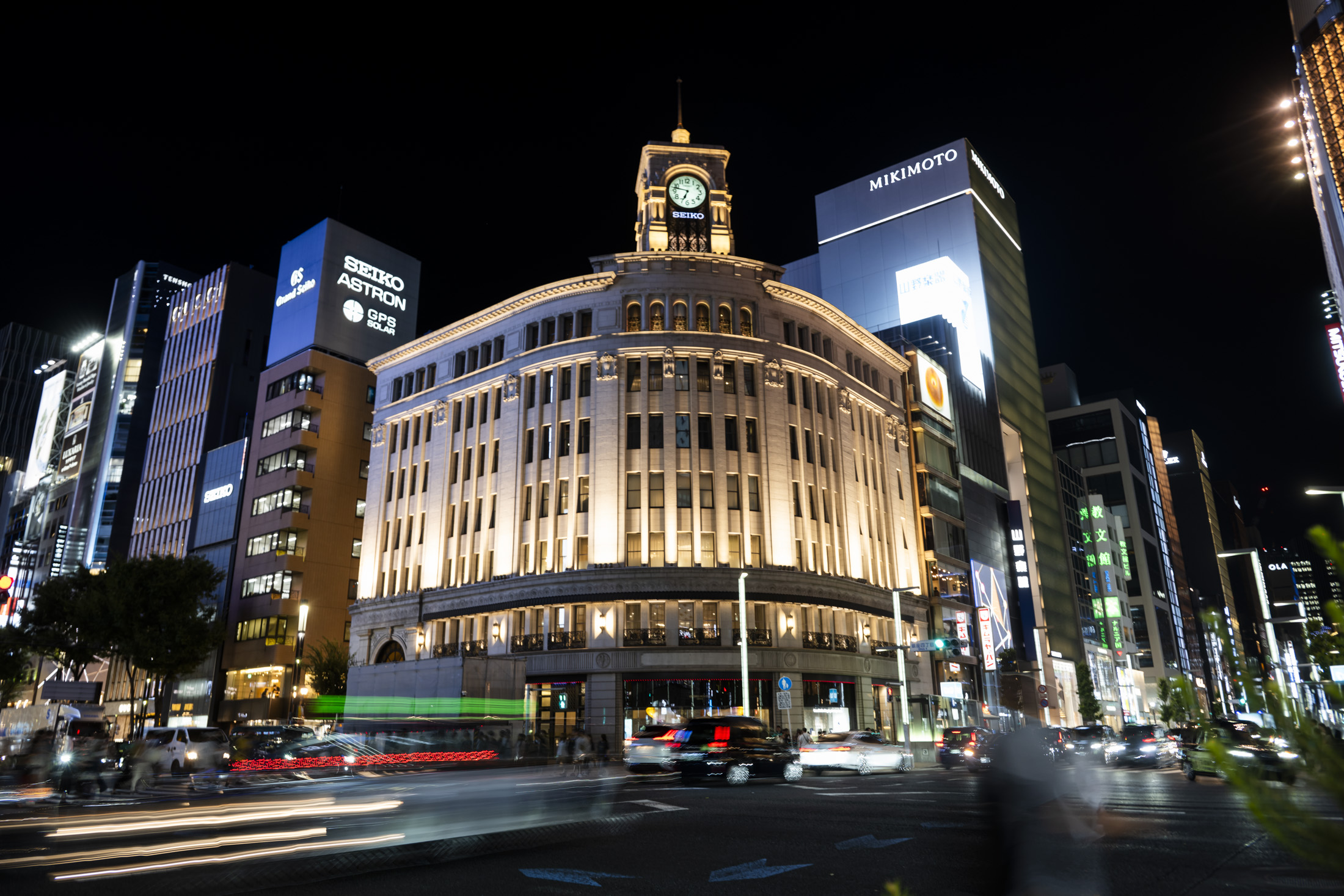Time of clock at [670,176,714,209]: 6:47
